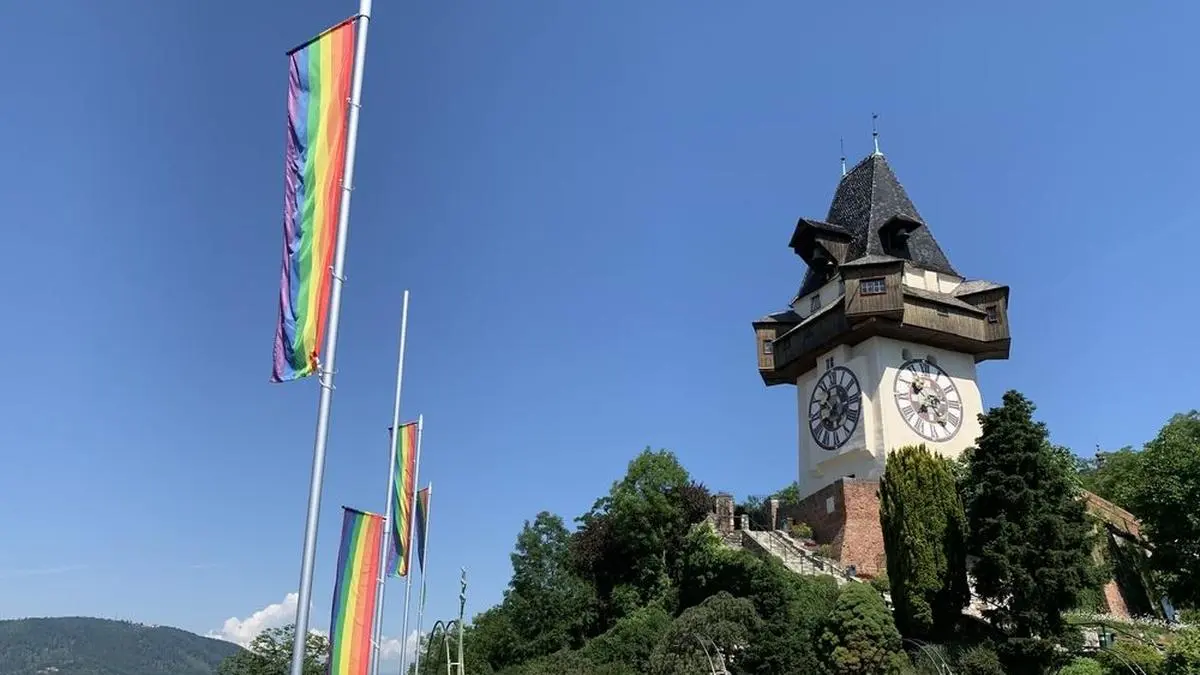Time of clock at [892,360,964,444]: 7:24
